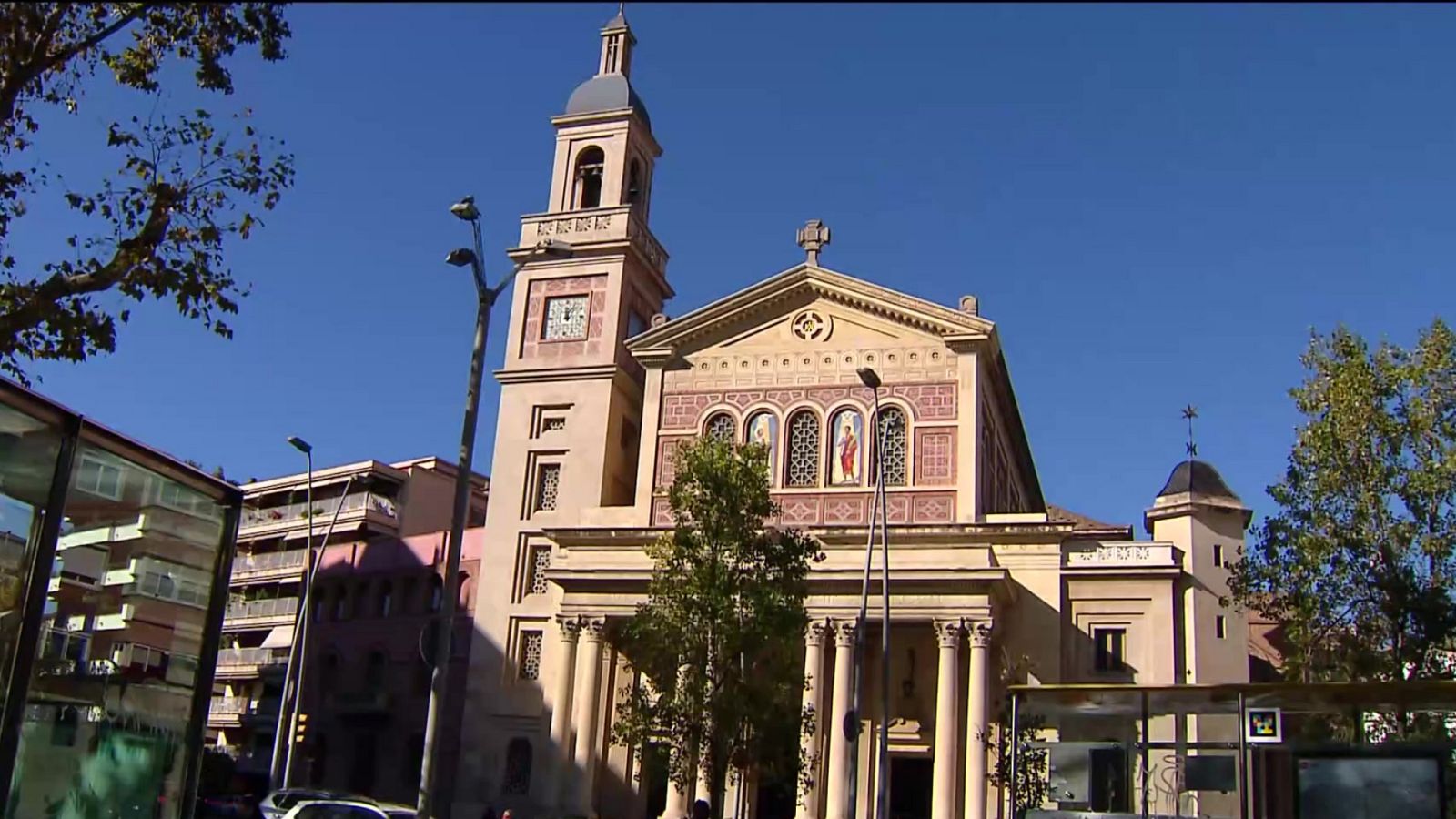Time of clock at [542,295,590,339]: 12:06
